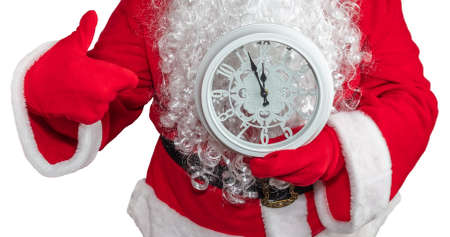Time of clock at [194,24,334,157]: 11:56
